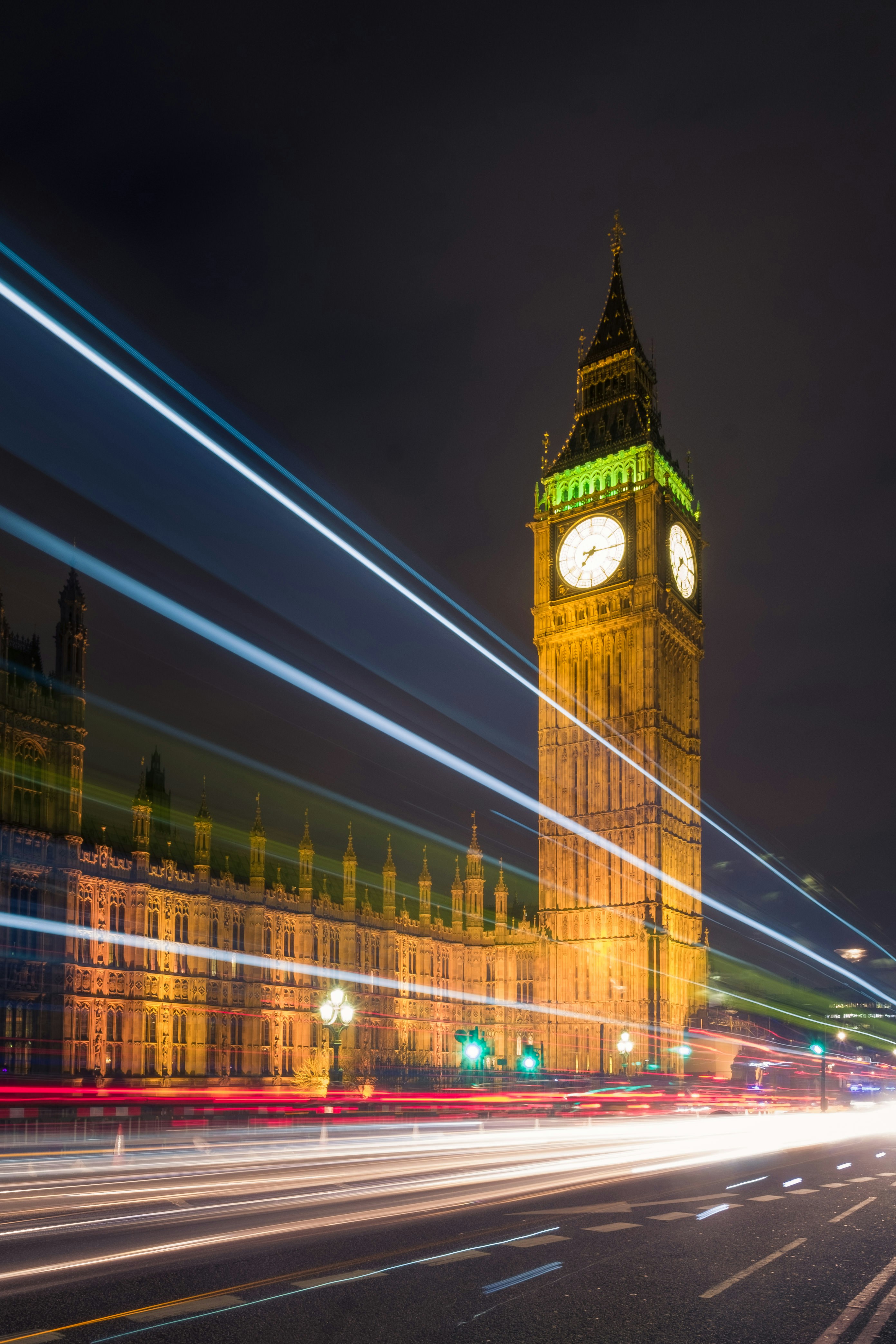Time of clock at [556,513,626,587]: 7:15
